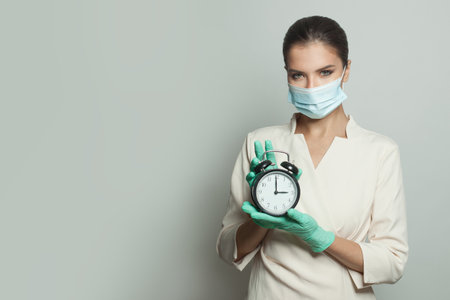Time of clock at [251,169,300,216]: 2:59
